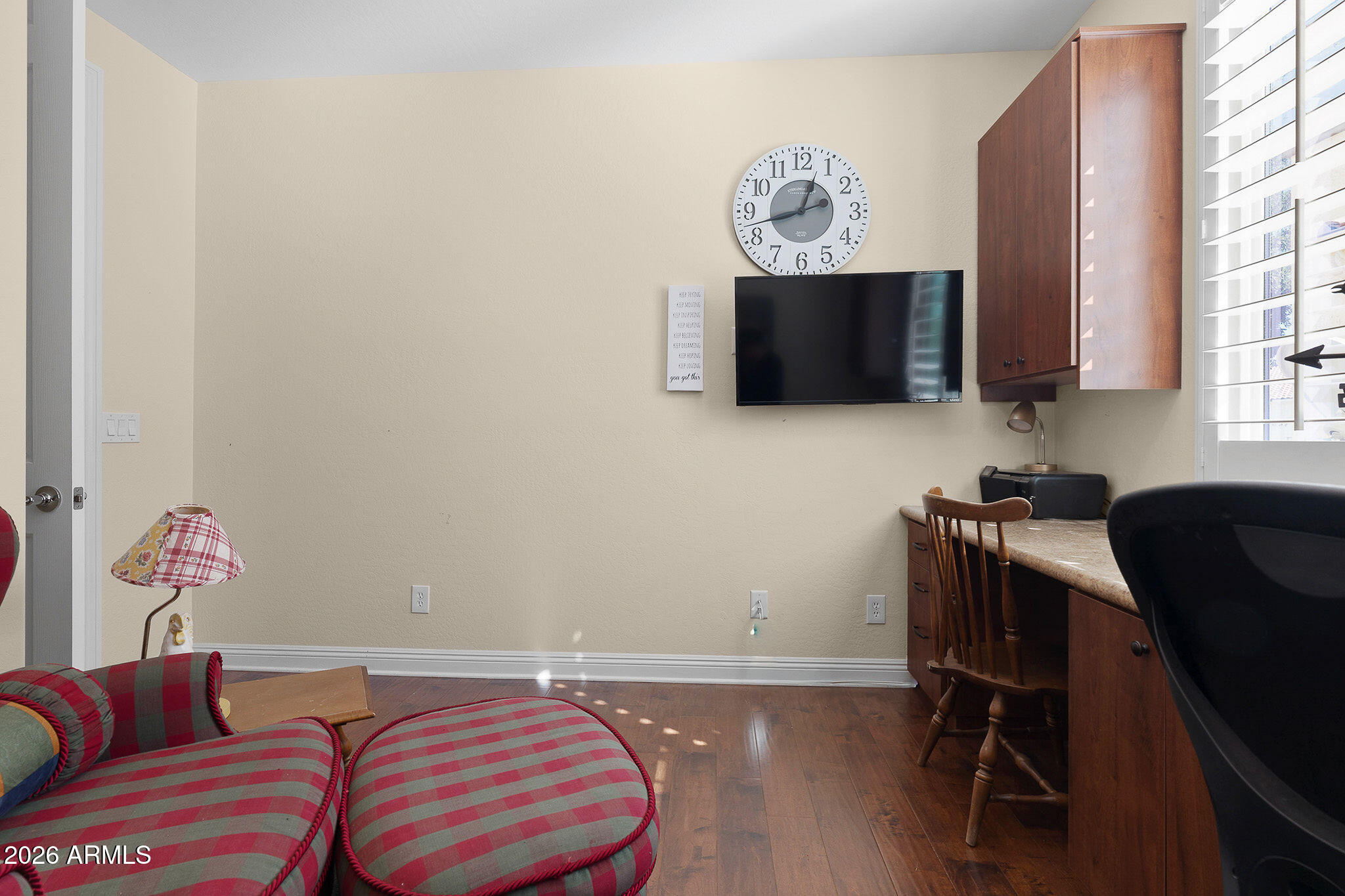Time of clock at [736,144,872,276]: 12:42
